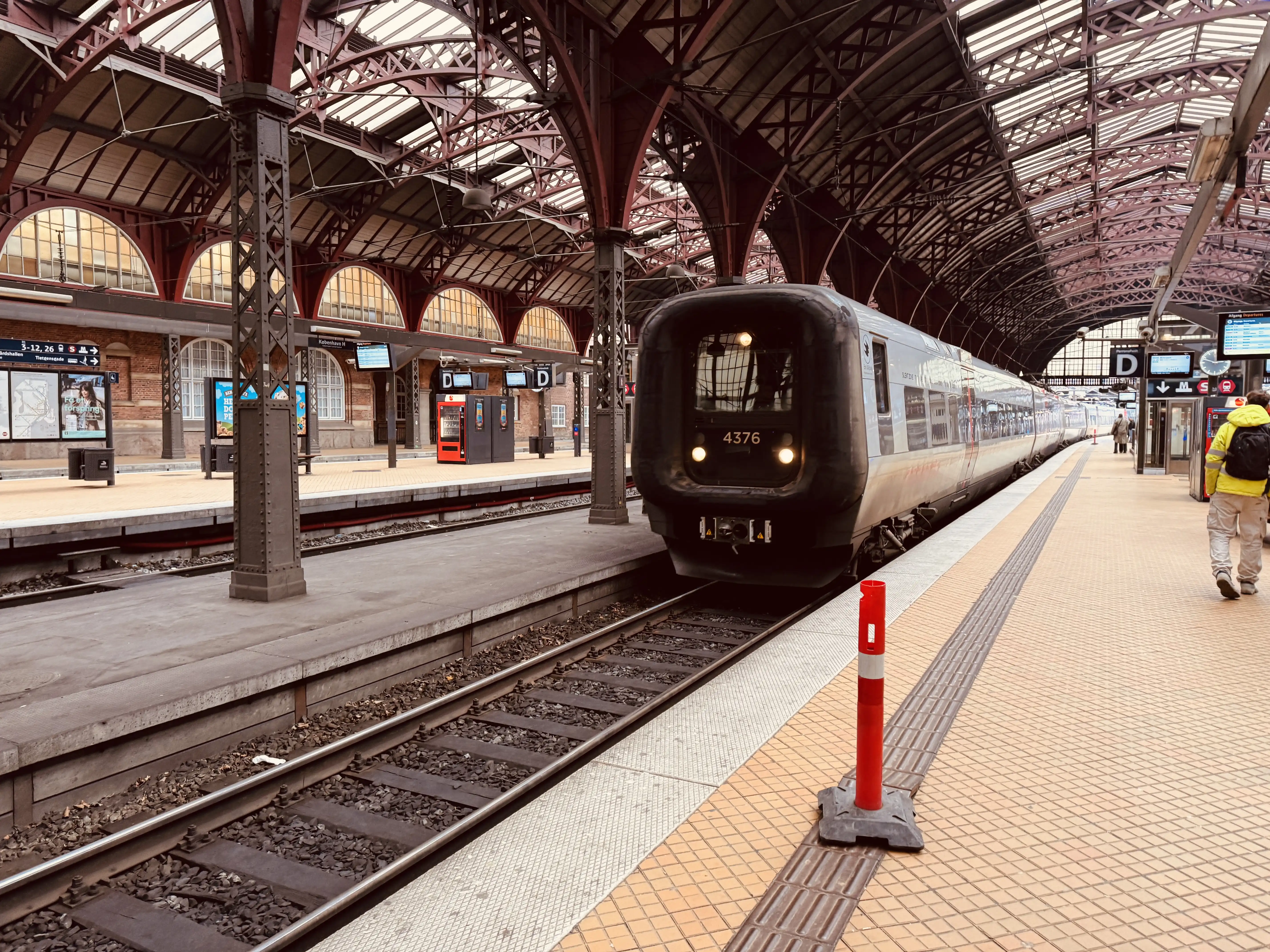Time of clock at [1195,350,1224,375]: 2:48
